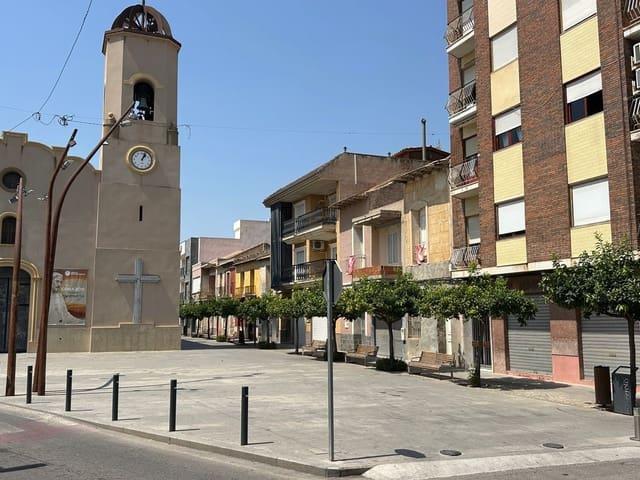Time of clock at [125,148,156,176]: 1:03
